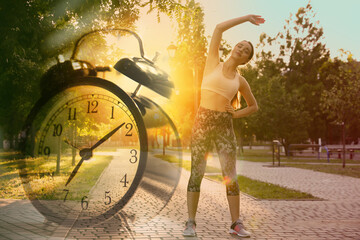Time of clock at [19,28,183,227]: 7:09
